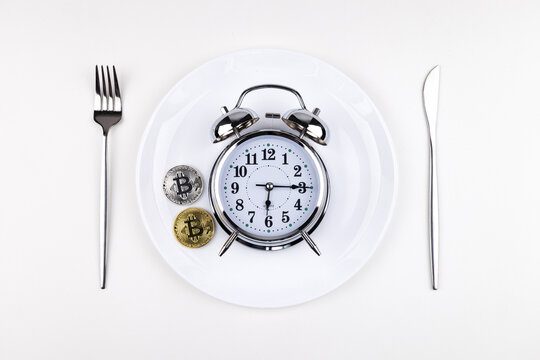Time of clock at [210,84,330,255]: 6:14
